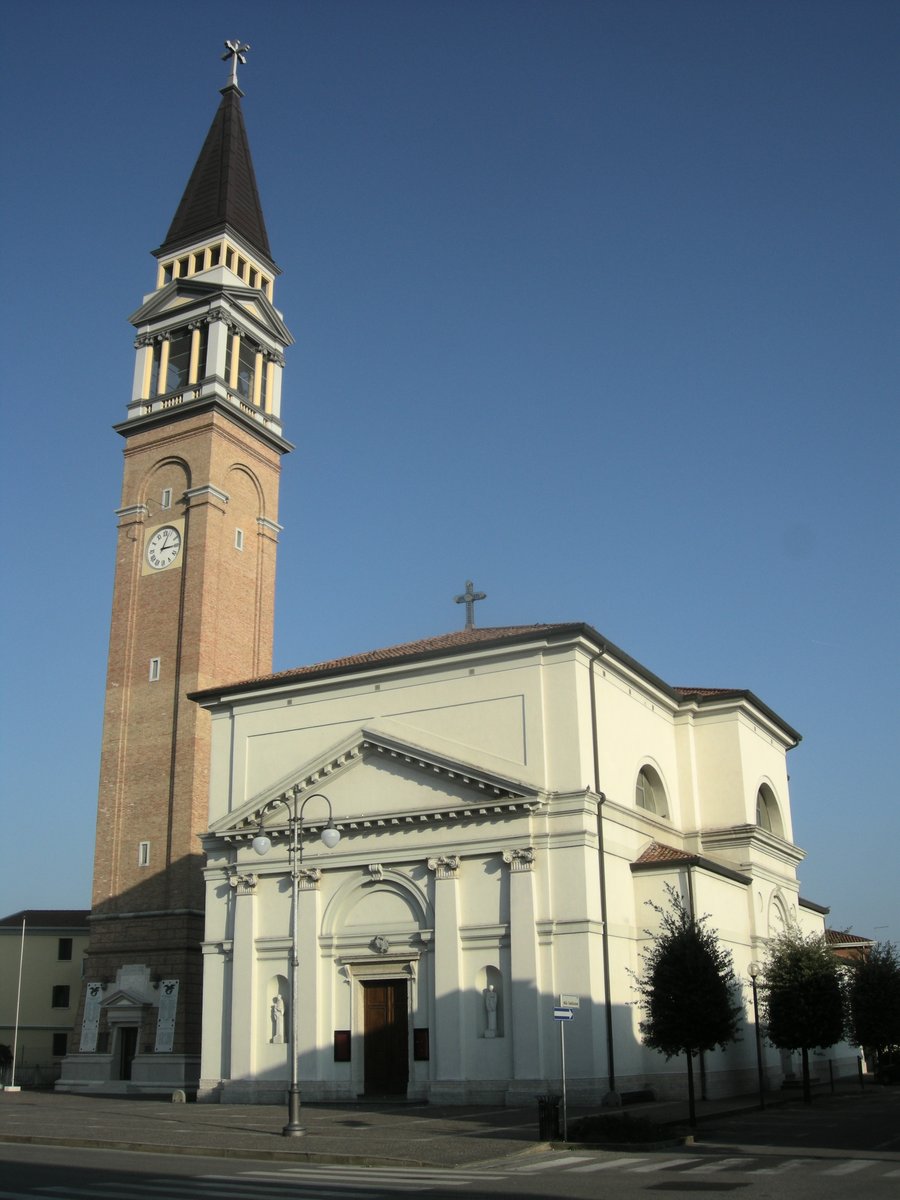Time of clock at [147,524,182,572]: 3:03
